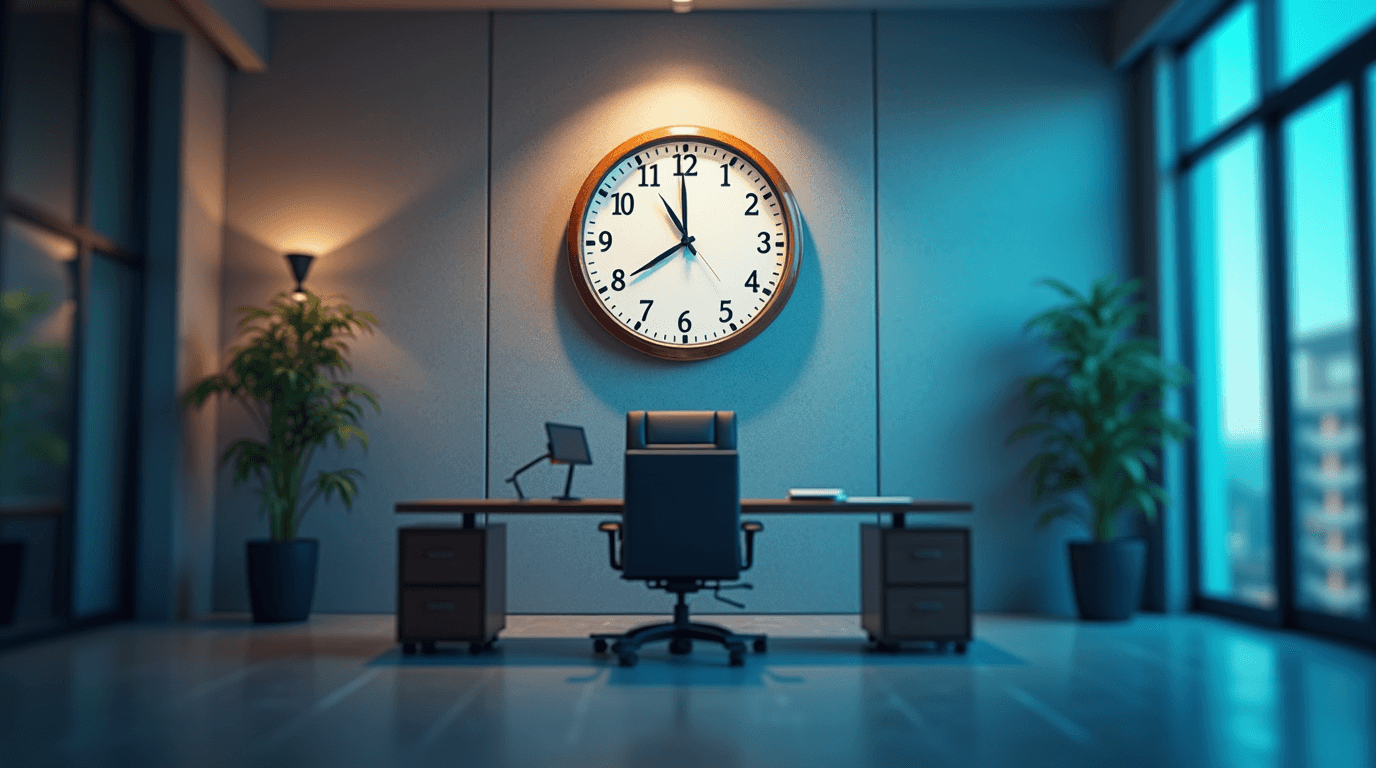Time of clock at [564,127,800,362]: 7:59
